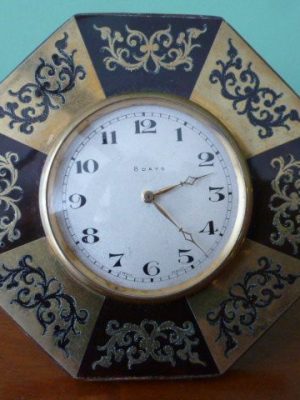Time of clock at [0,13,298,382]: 2:22
